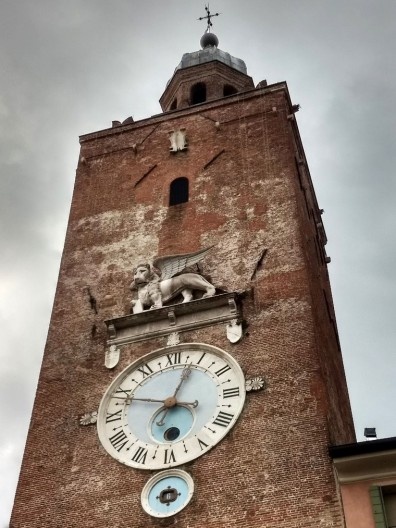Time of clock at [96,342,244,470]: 12:47
